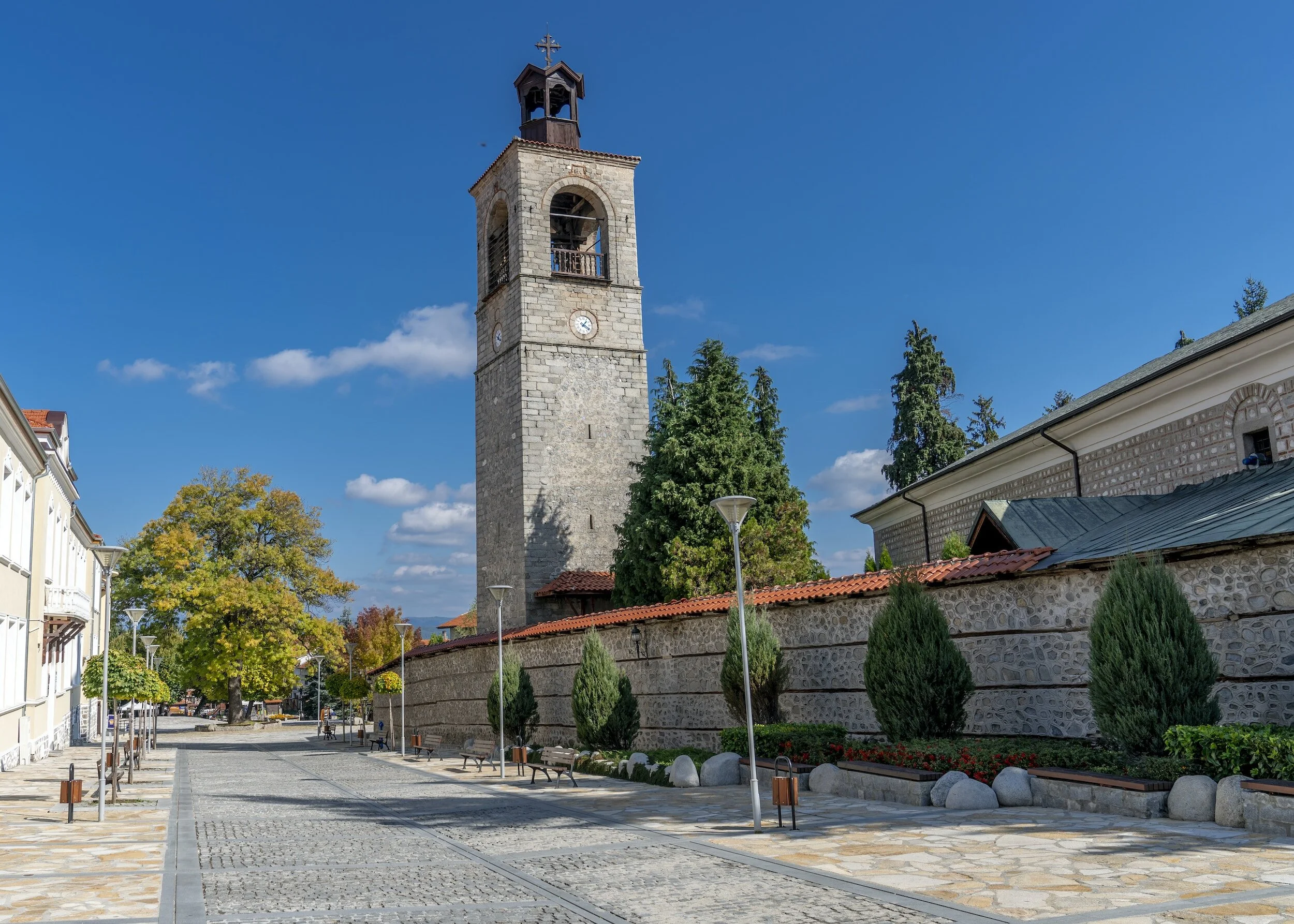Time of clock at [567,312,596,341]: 1:20
